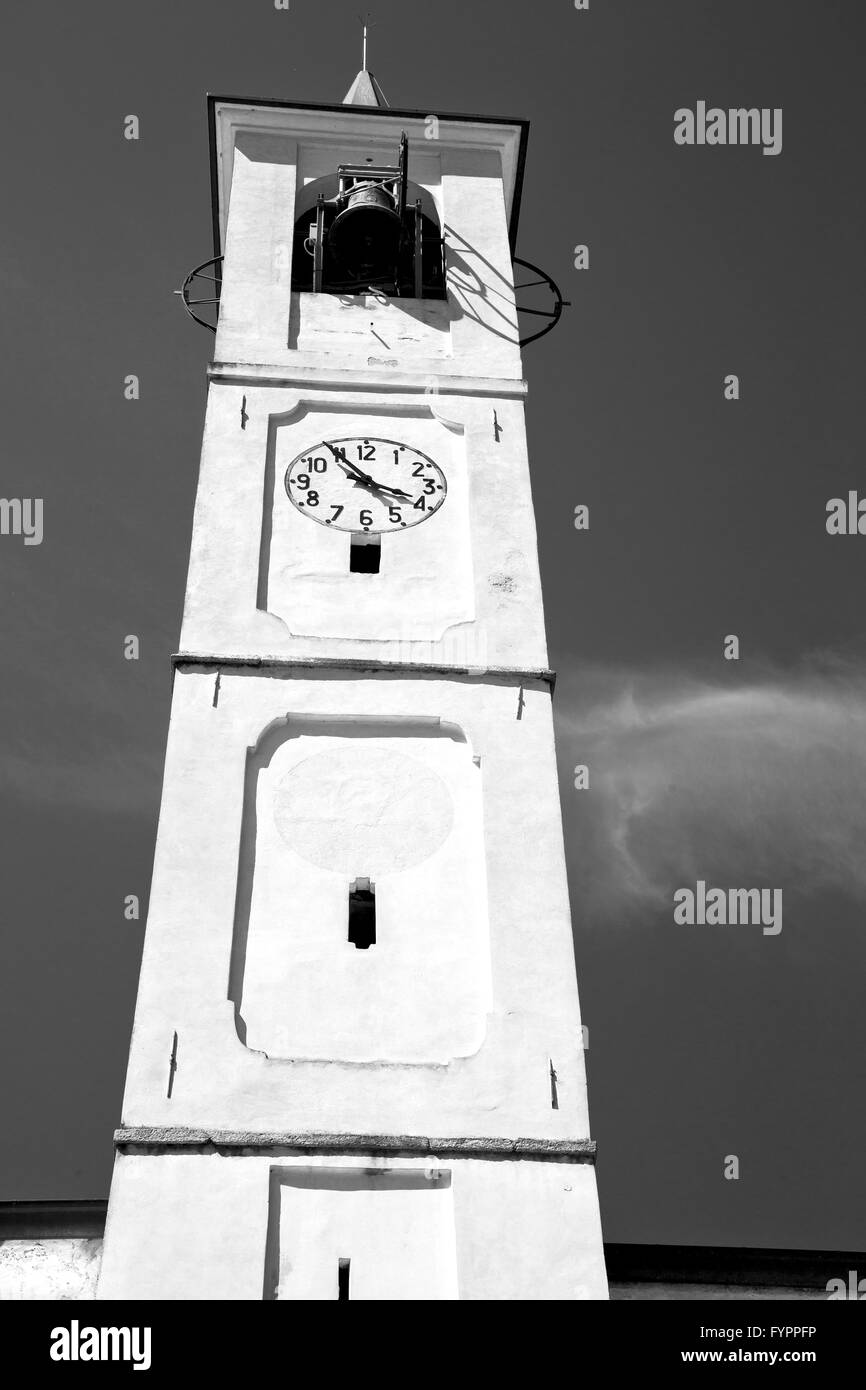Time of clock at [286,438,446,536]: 3:54
